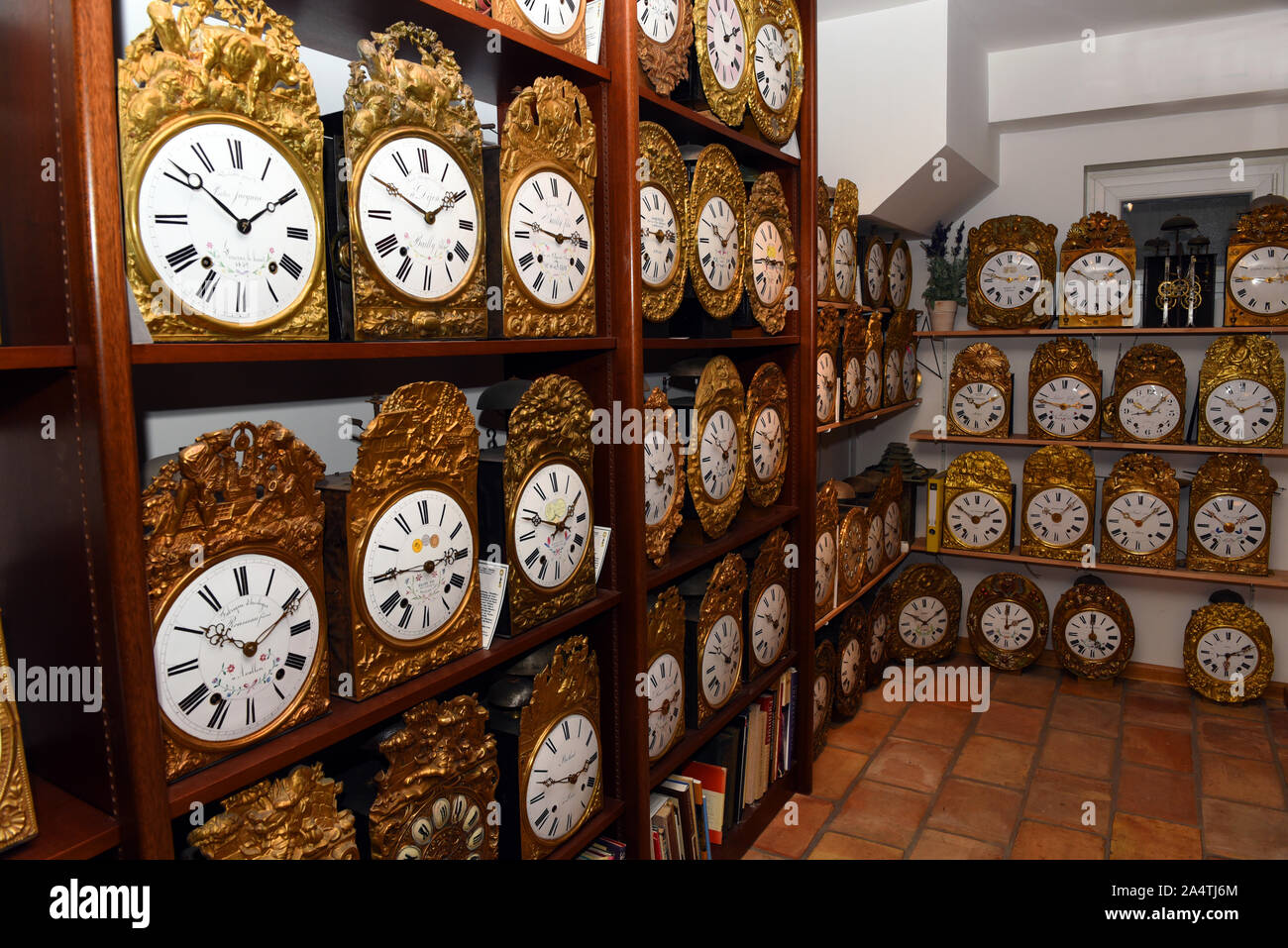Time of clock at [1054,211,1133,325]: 1:50
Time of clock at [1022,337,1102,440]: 2:46
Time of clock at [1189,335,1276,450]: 1:50
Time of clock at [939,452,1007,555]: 1:50
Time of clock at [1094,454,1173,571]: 10:07
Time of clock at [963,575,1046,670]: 2:00
